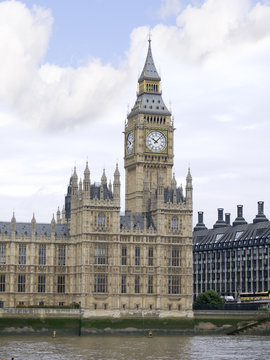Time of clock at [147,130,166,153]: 10:07
